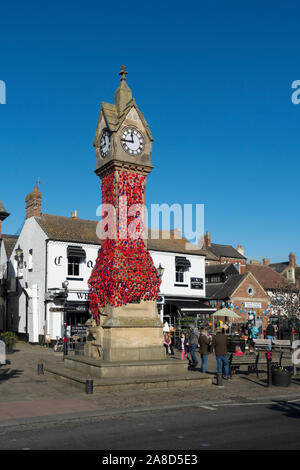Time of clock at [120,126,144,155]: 11:44
